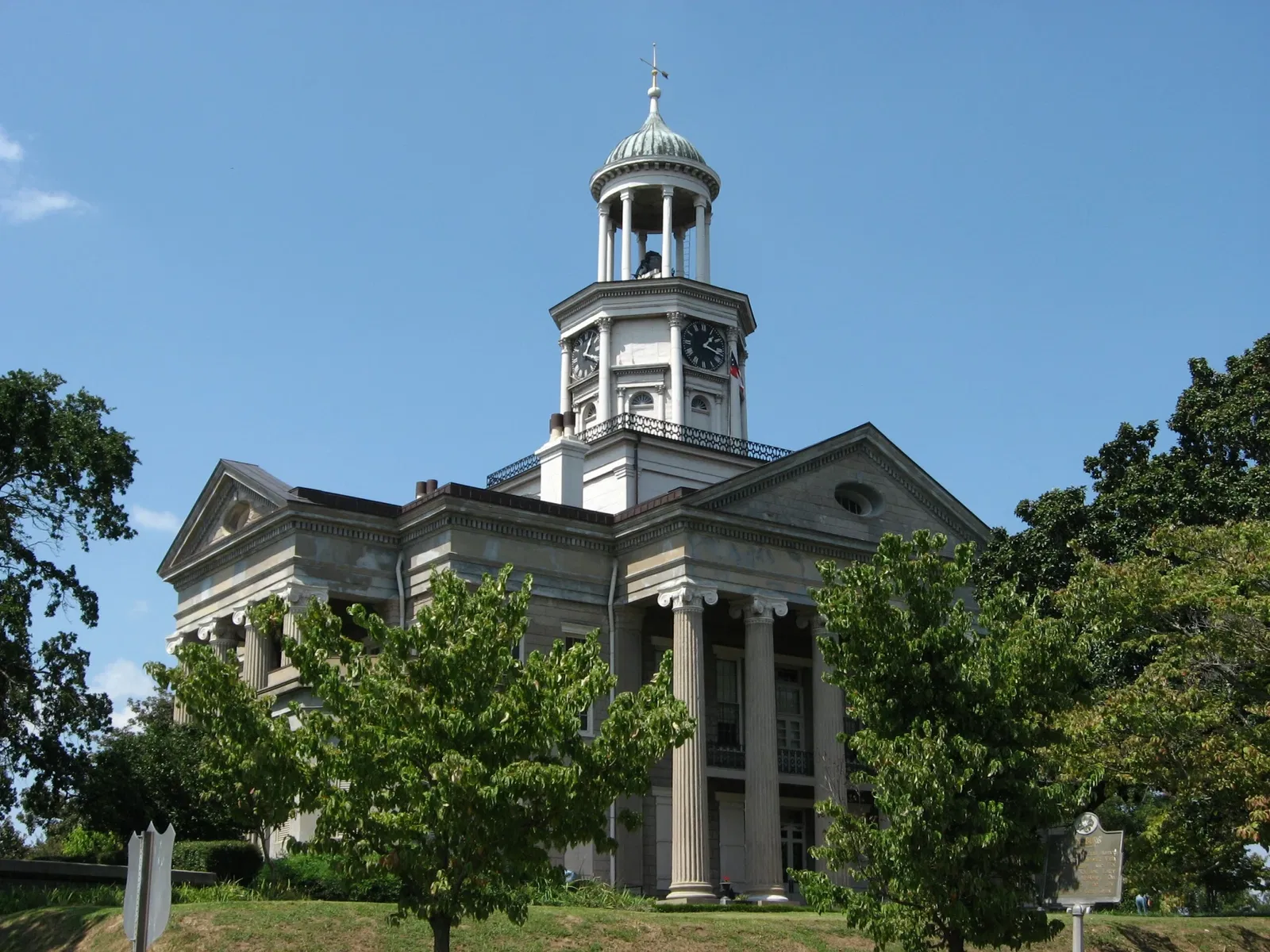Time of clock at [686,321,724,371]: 1:17
